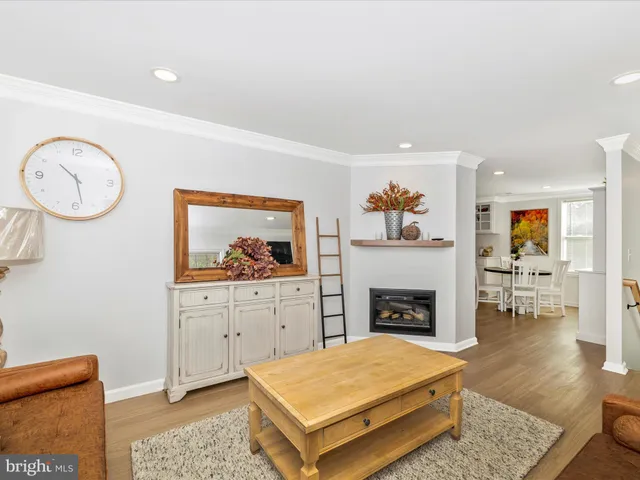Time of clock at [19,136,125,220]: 10:28
